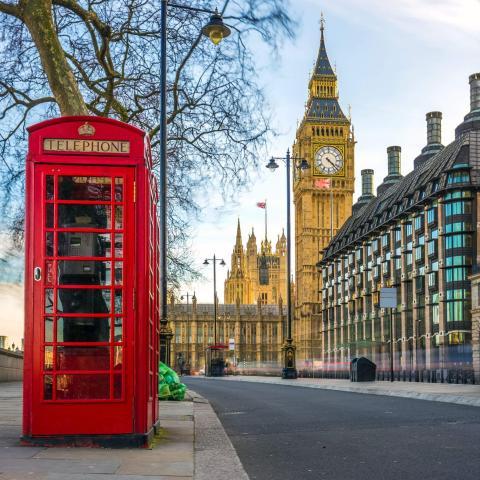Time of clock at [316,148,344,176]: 4:22
